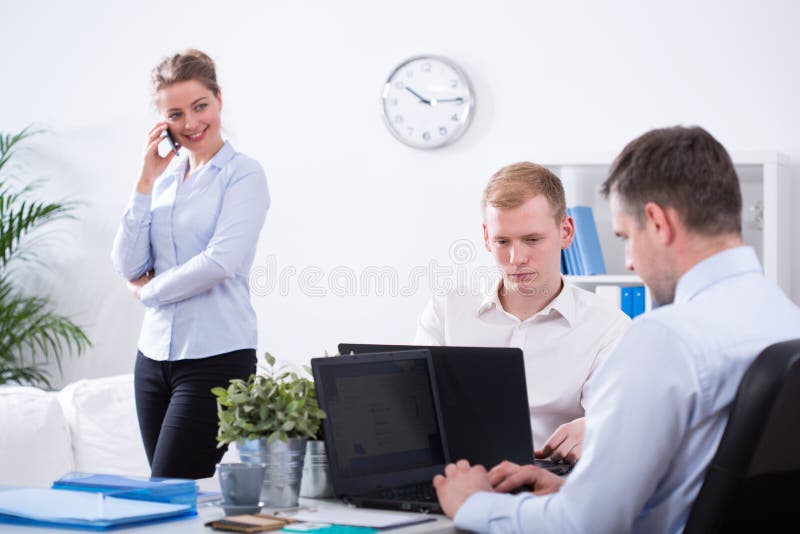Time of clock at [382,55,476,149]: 10:14
